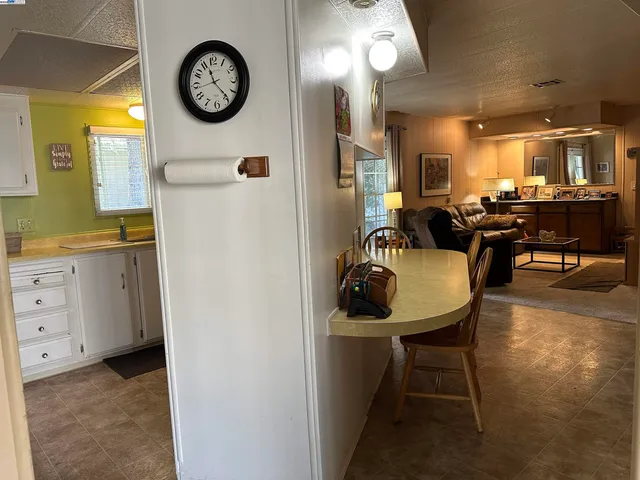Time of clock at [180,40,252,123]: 11:23
